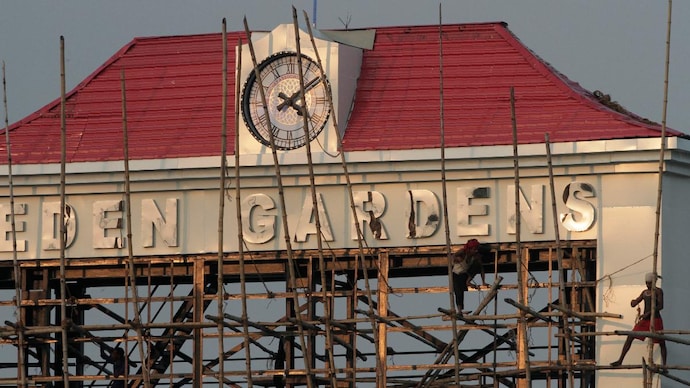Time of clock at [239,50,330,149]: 4:09
